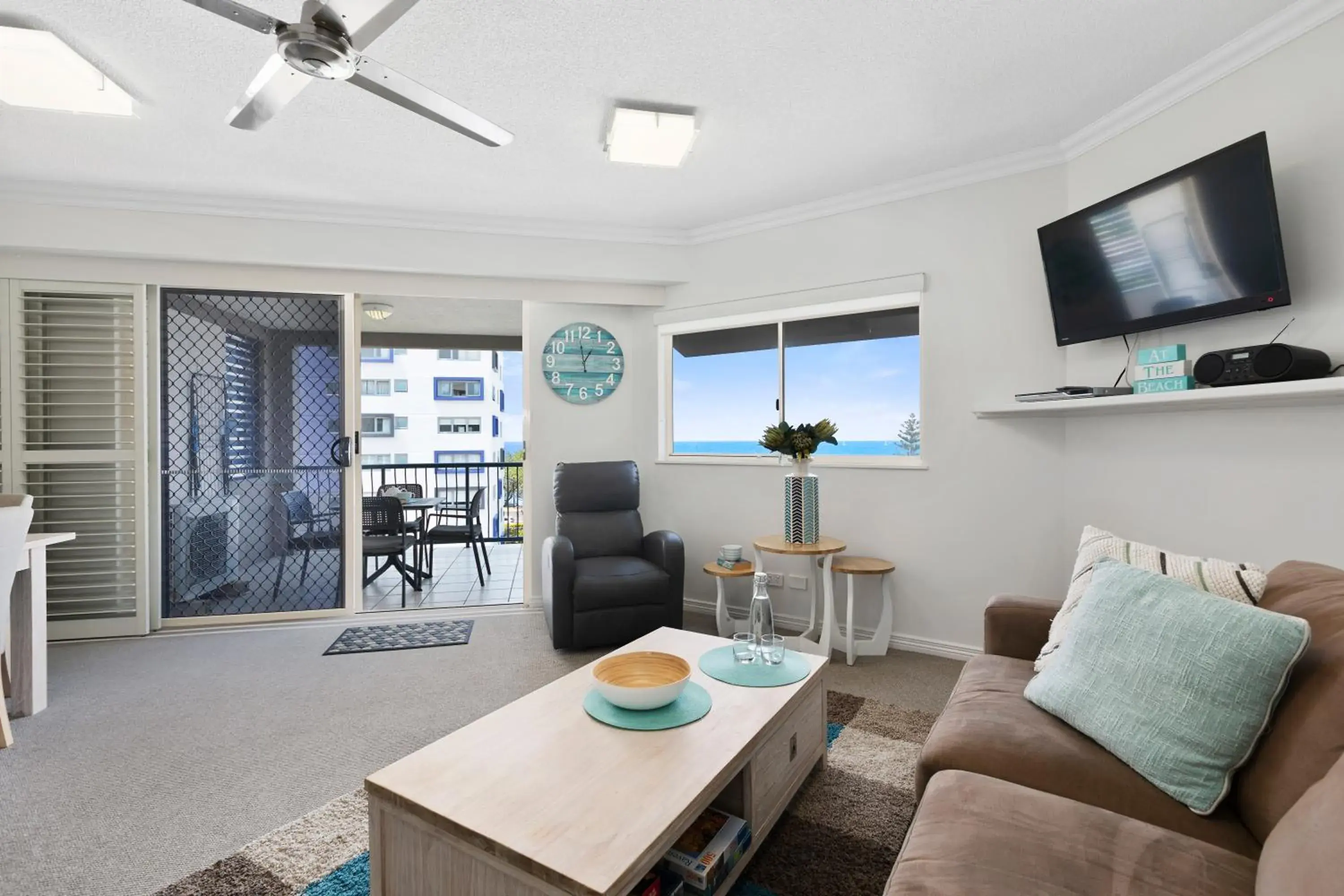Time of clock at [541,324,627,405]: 12:58
